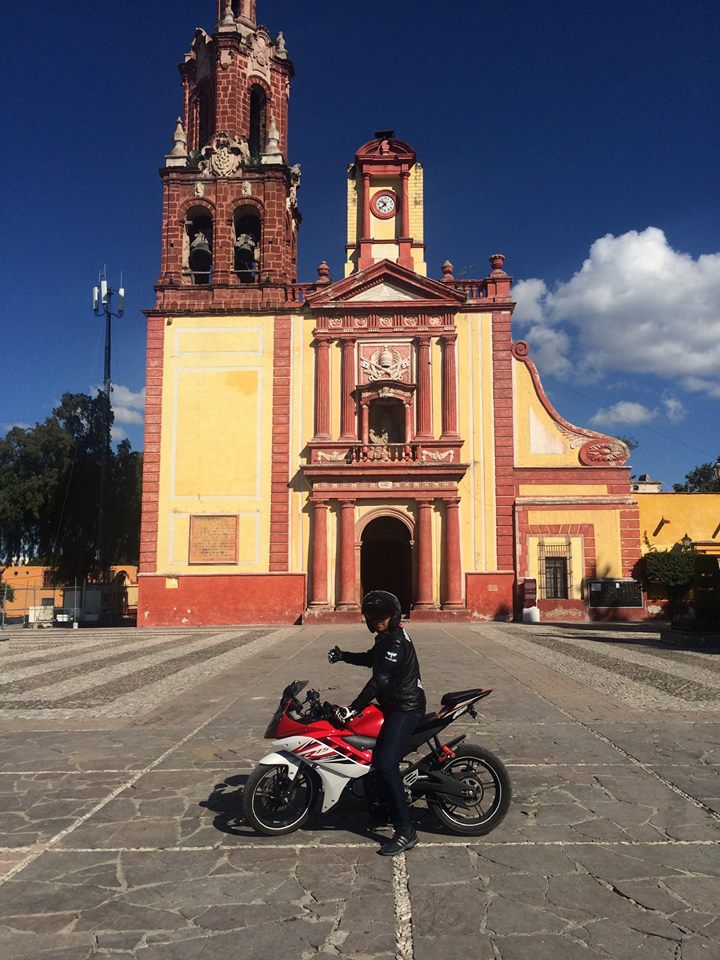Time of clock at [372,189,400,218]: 10:37
